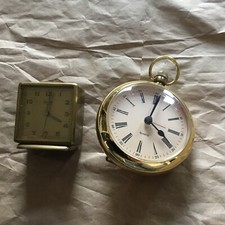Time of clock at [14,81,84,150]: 4:01
